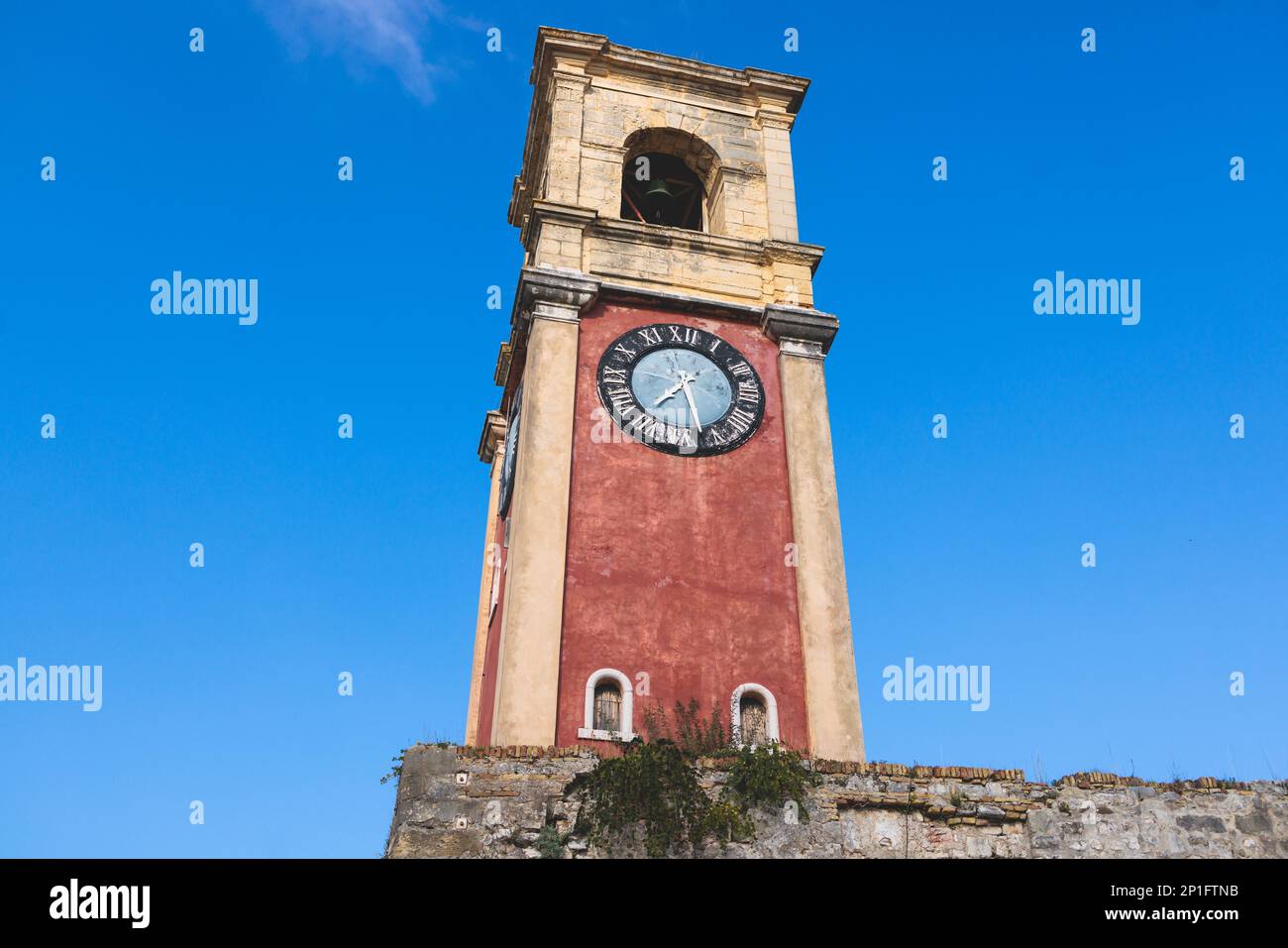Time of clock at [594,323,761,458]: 7:27
